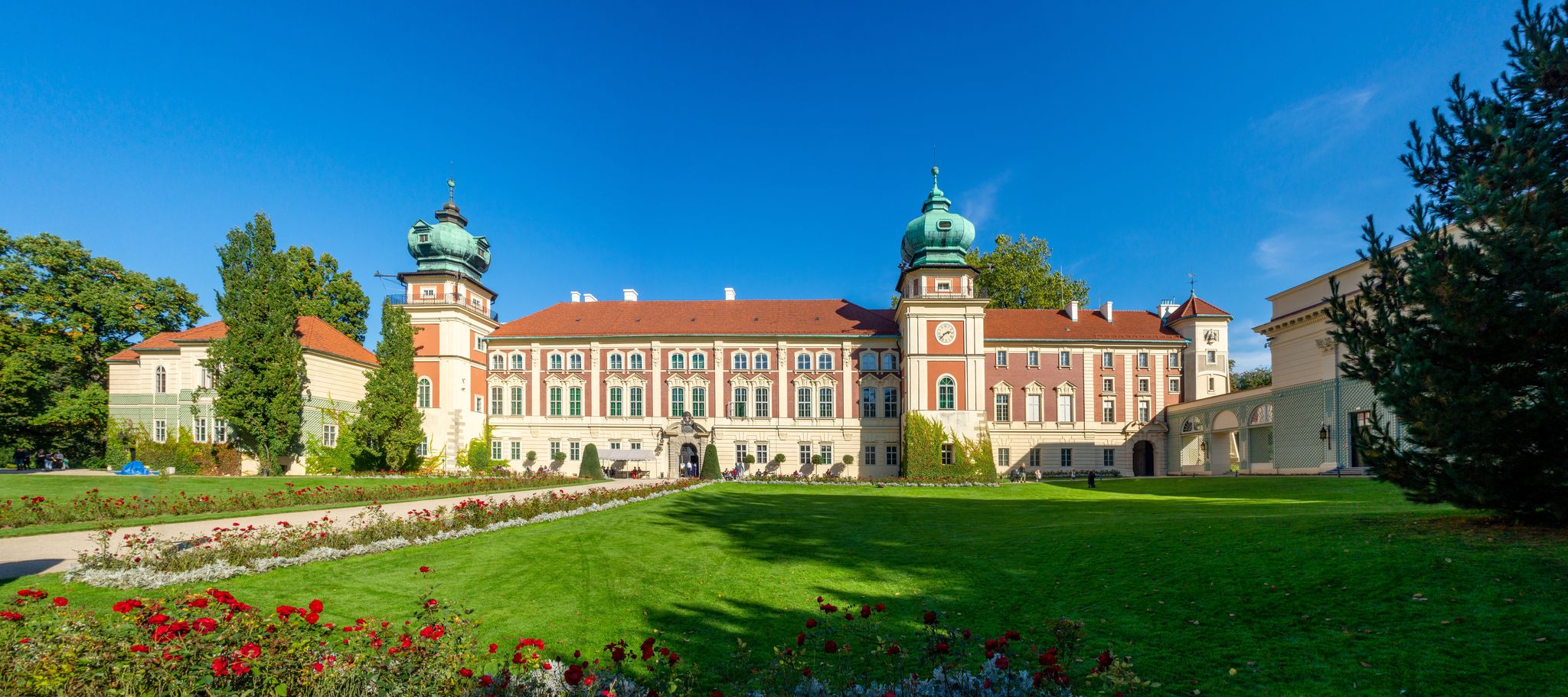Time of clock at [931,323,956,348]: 2:38
